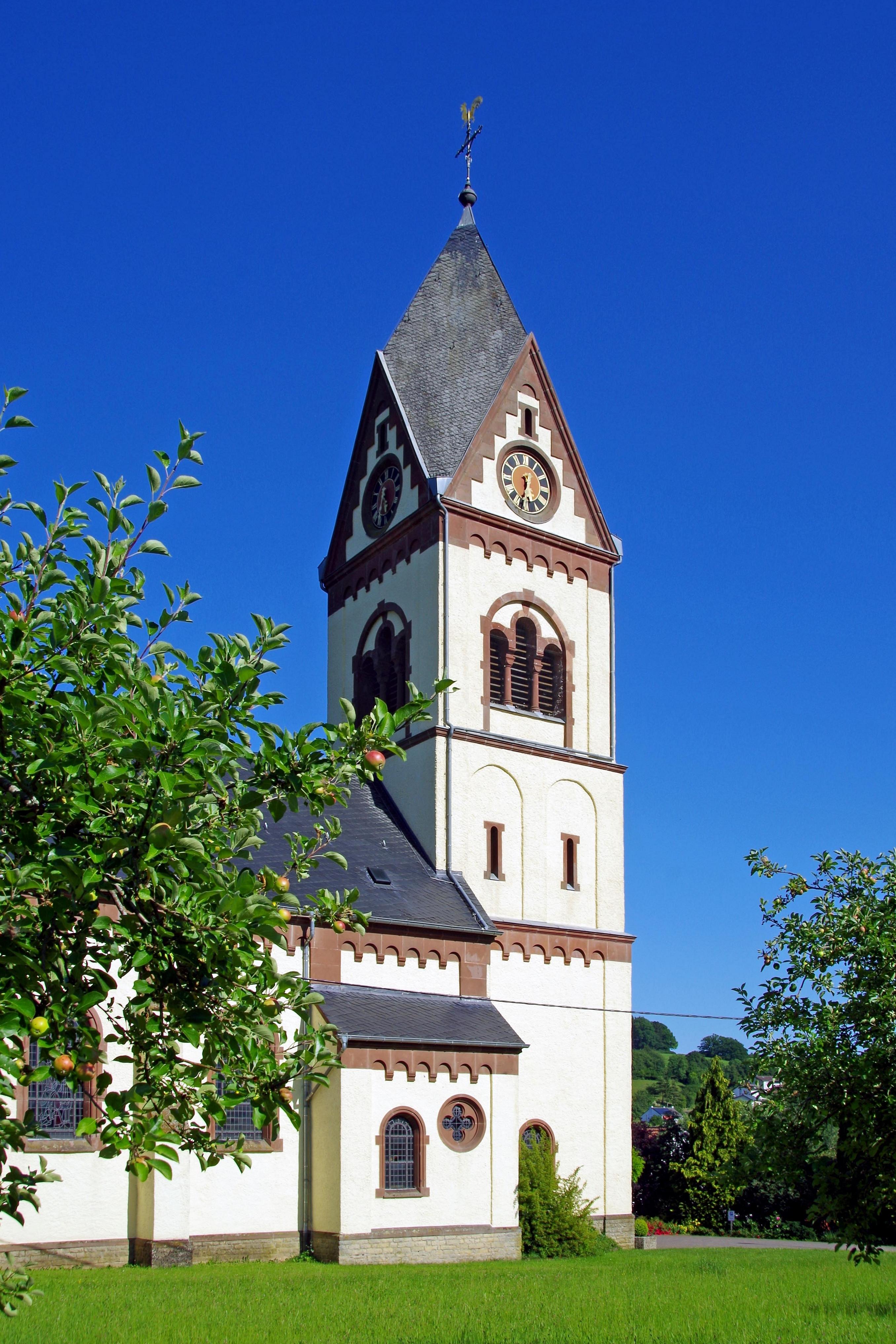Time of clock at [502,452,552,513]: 5:32
